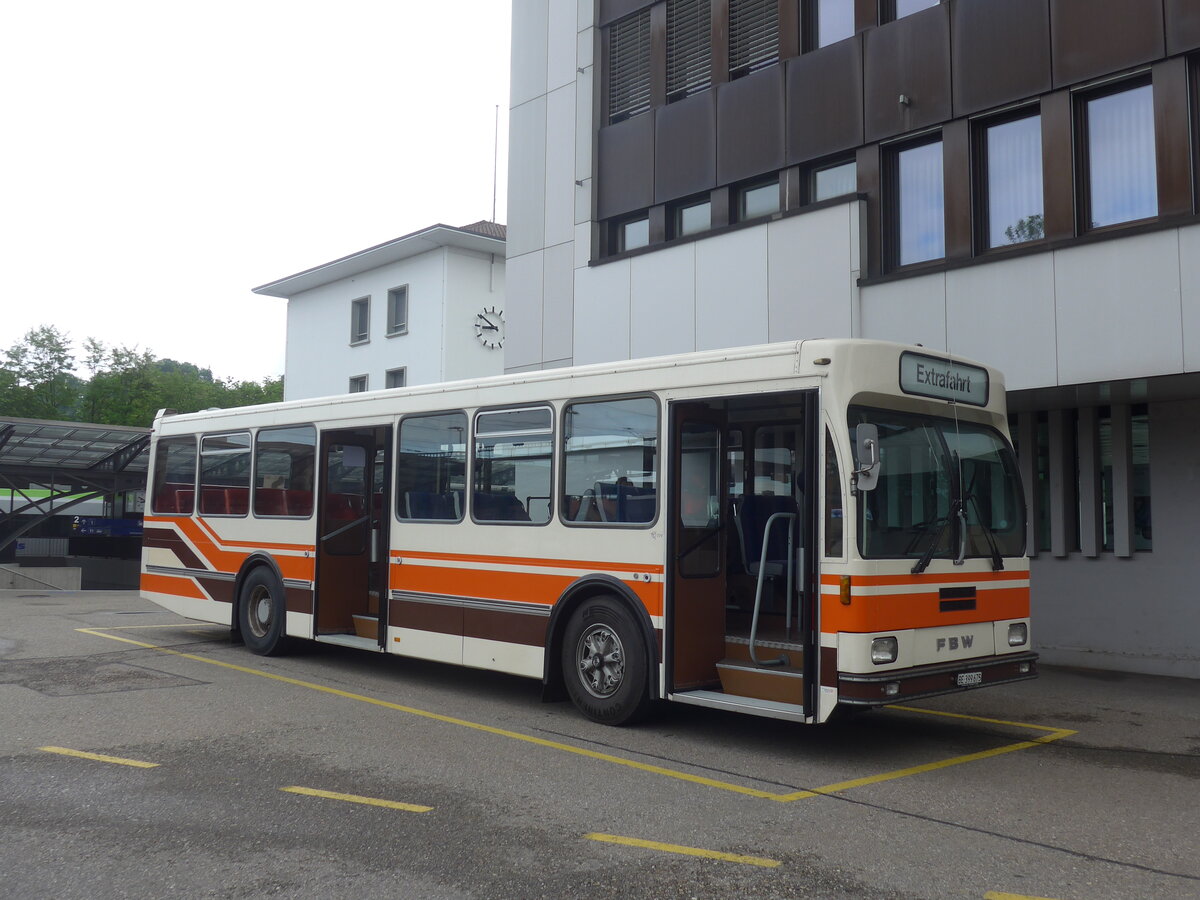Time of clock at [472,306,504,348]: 8:50
